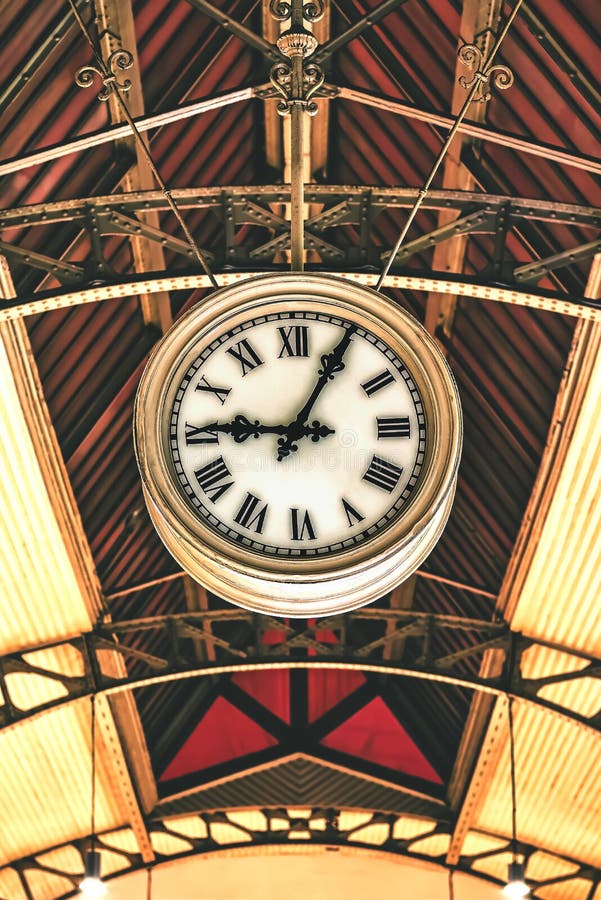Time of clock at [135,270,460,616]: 9:04
